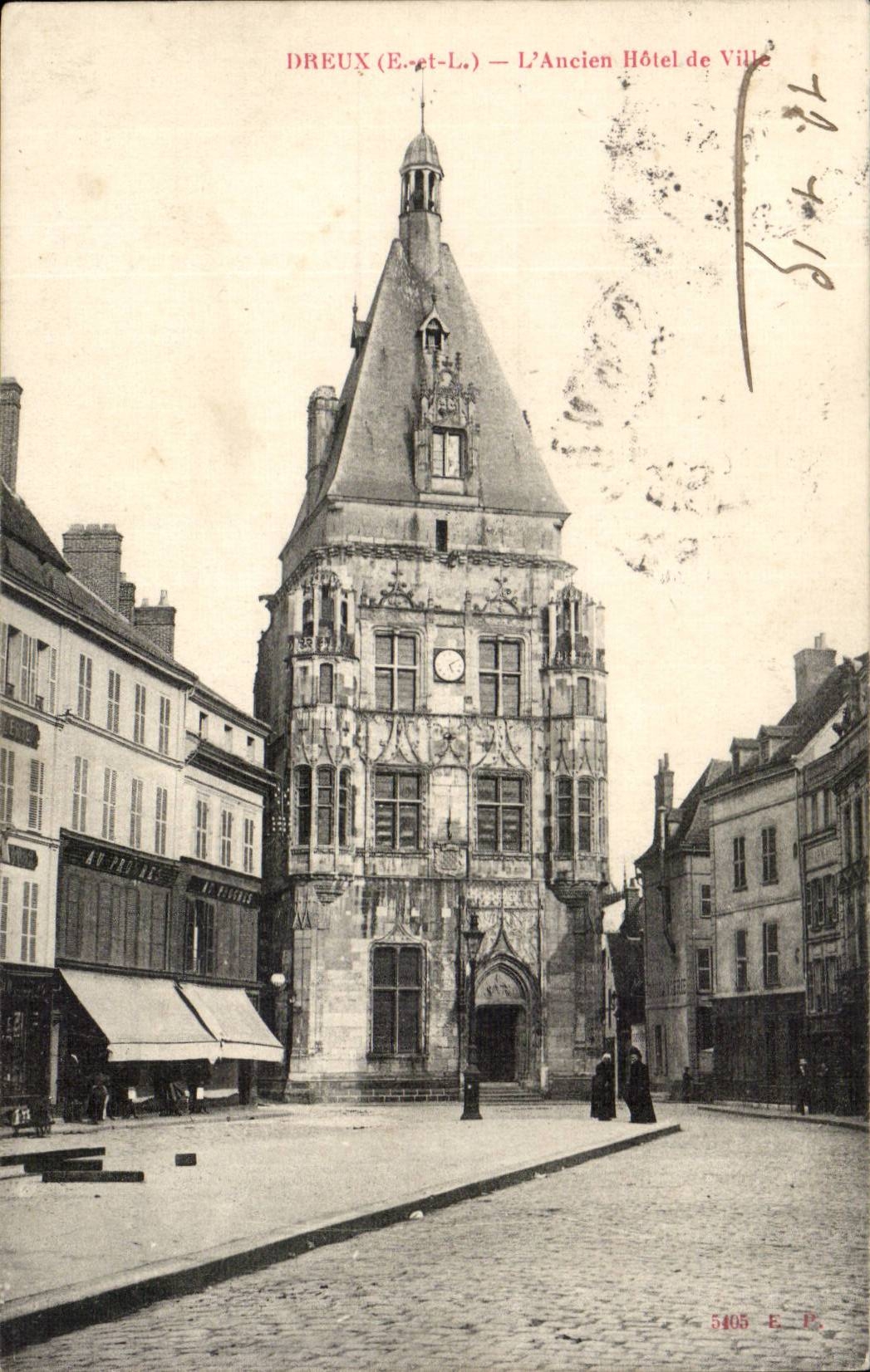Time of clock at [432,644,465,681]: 5:10
